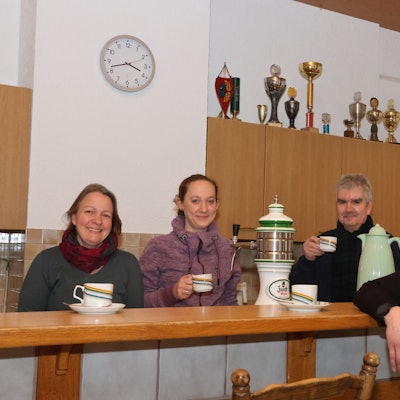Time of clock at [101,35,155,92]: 3:42
